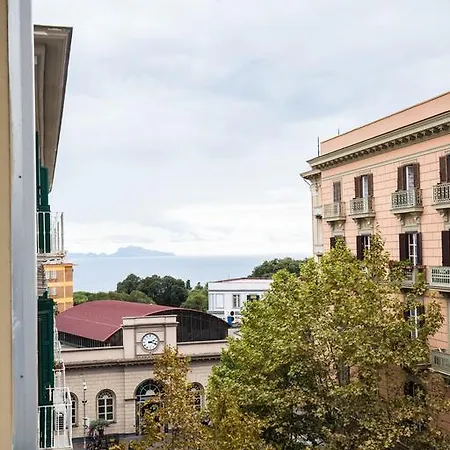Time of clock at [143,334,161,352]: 2:18
